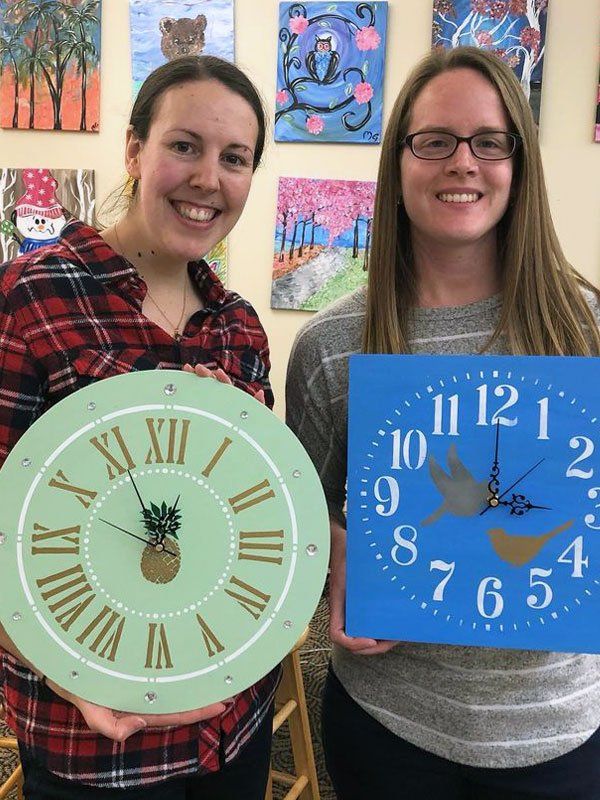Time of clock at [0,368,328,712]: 11:55
